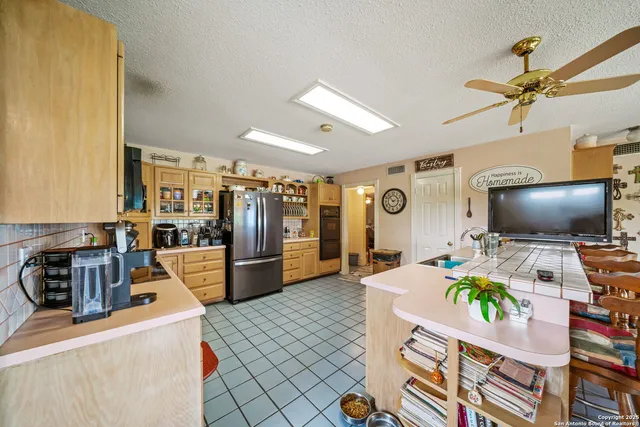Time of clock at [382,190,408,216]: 2:53
